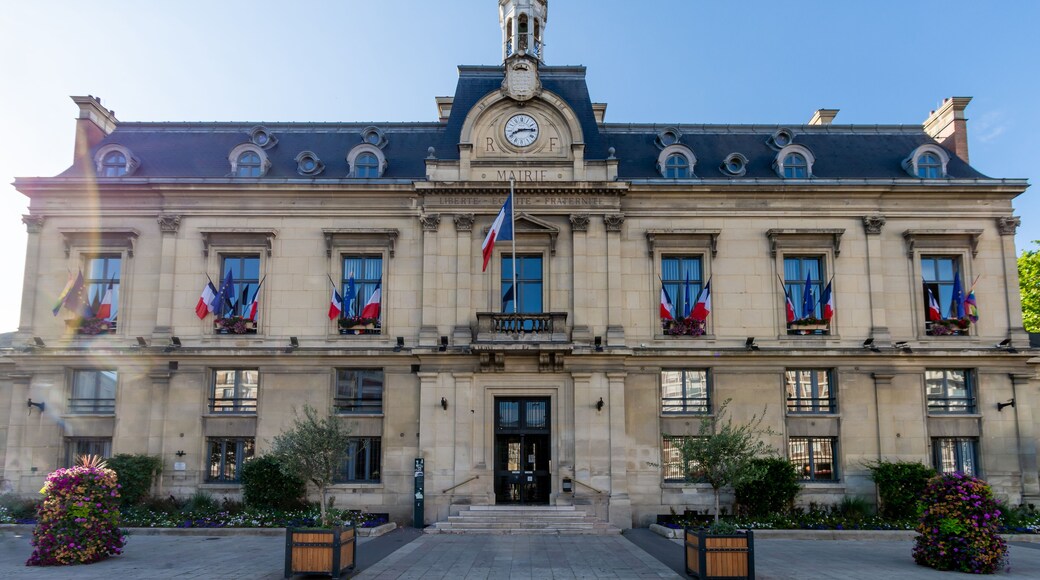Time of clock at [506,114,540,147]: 8:14
